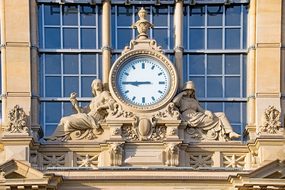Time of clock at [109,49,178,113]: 8:45
